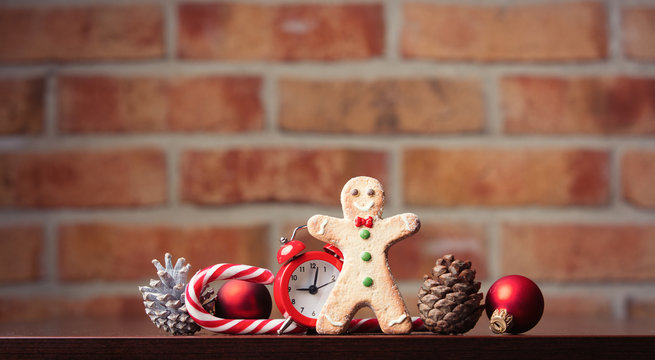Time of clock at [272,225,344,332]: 9:01
